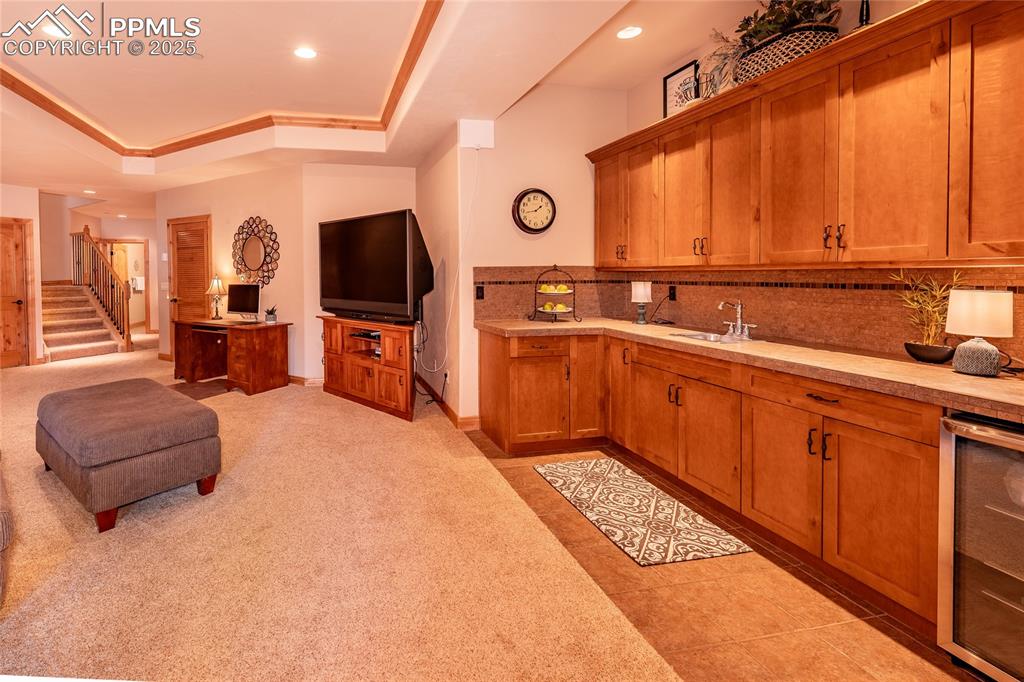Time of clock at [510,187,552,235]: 1:43
